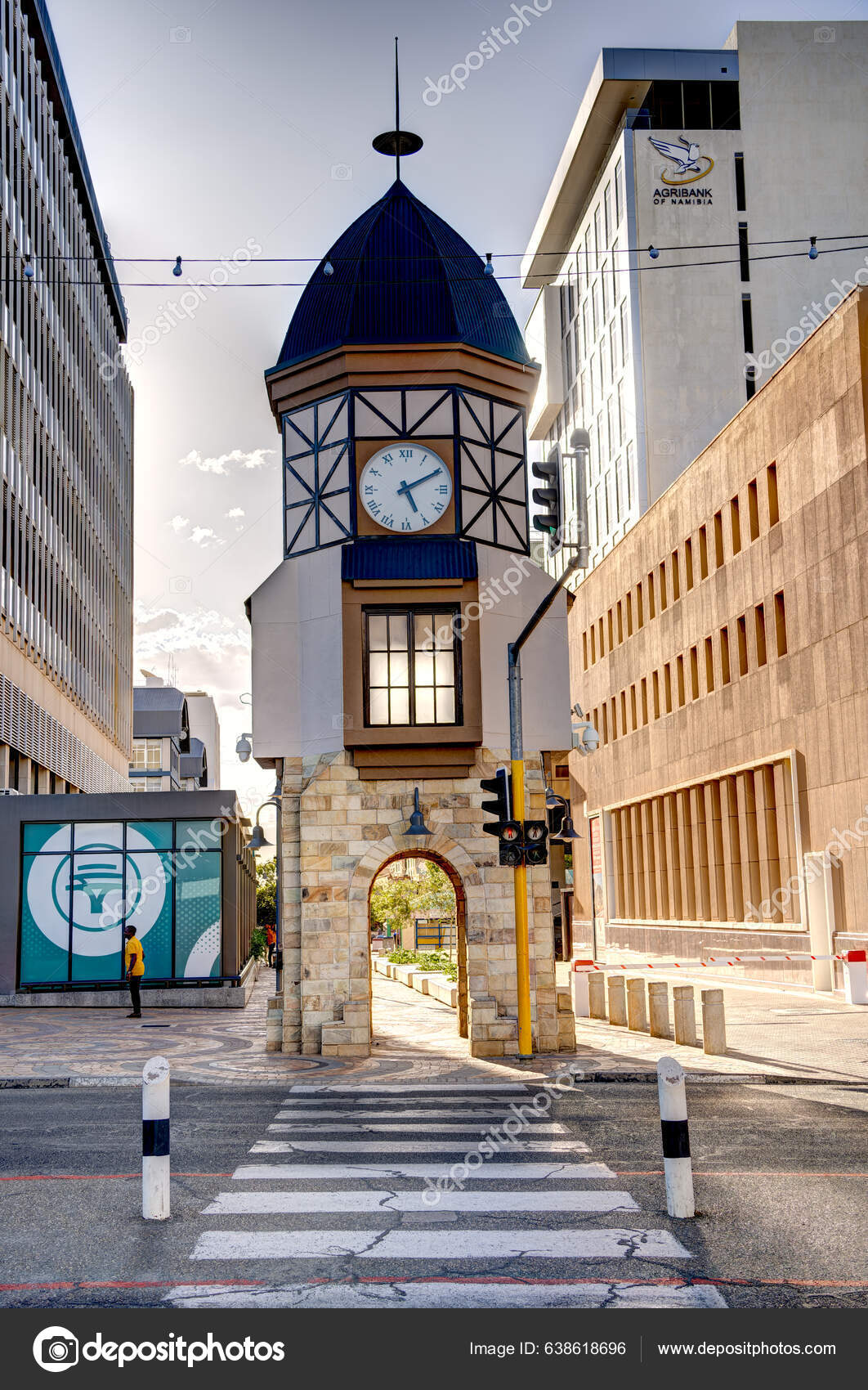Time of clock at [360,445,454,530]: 5:10
